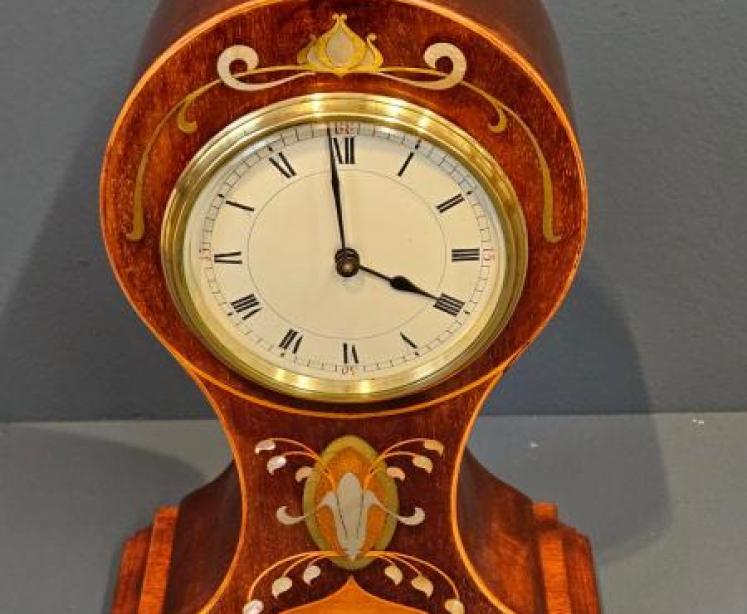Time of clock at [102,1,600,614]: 3:58
